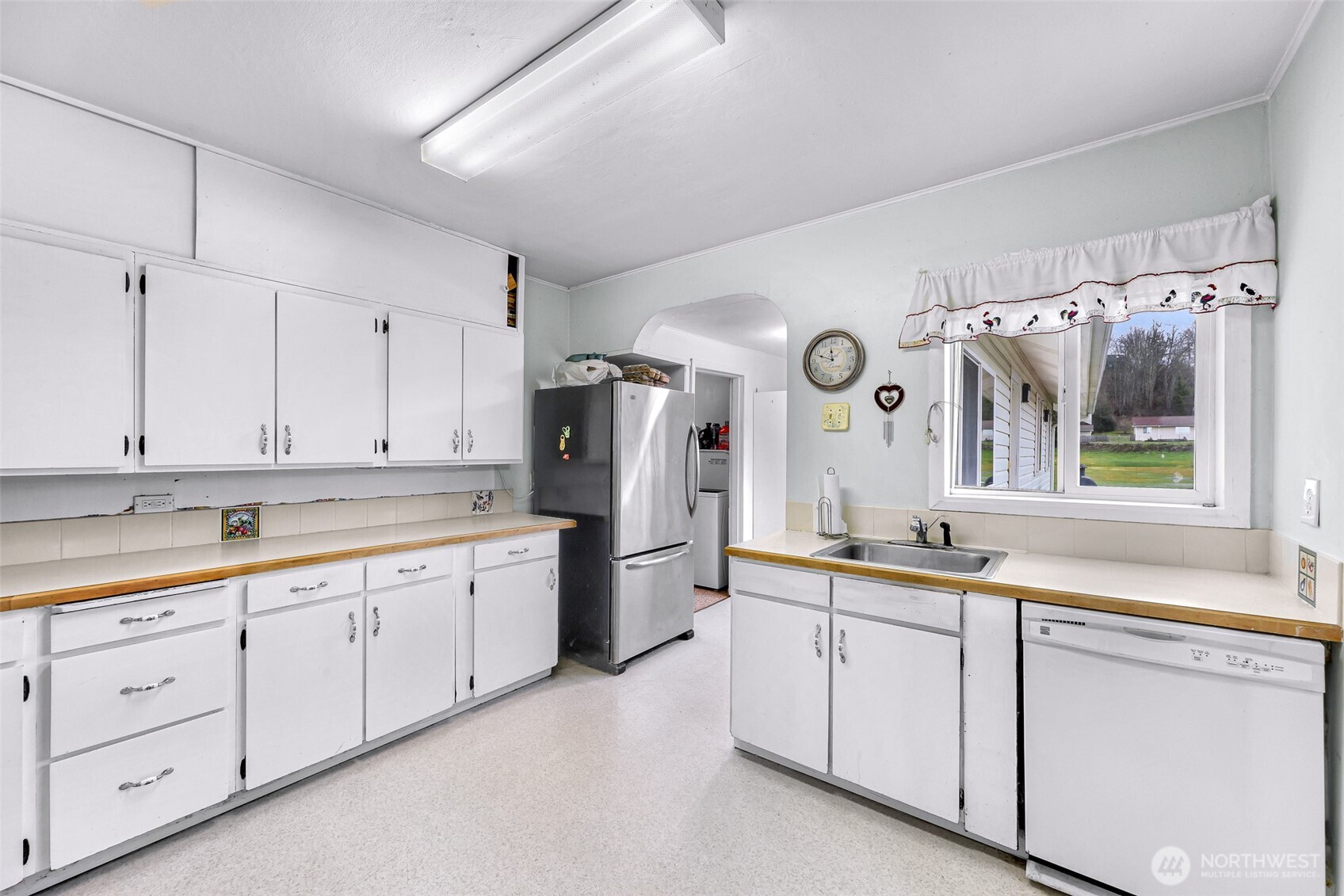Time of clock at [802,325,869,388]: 11:48
